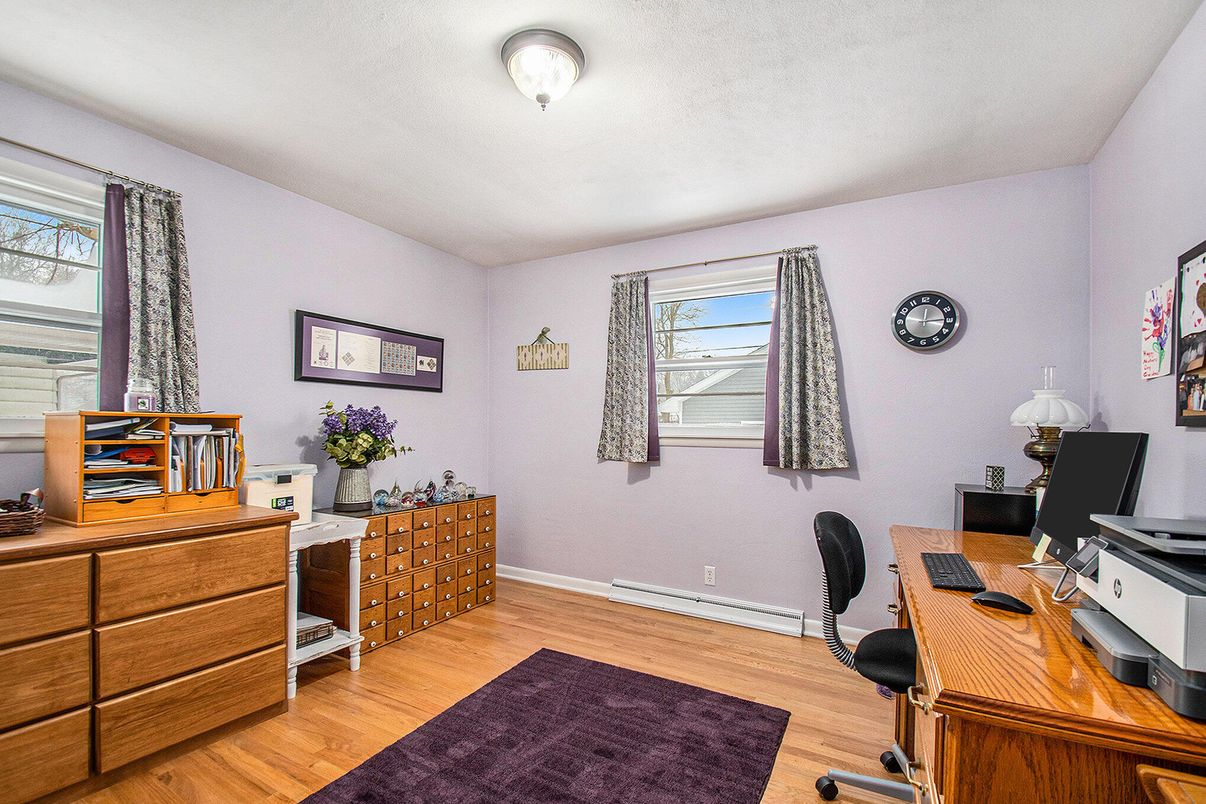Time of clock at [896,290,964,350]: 12:14
